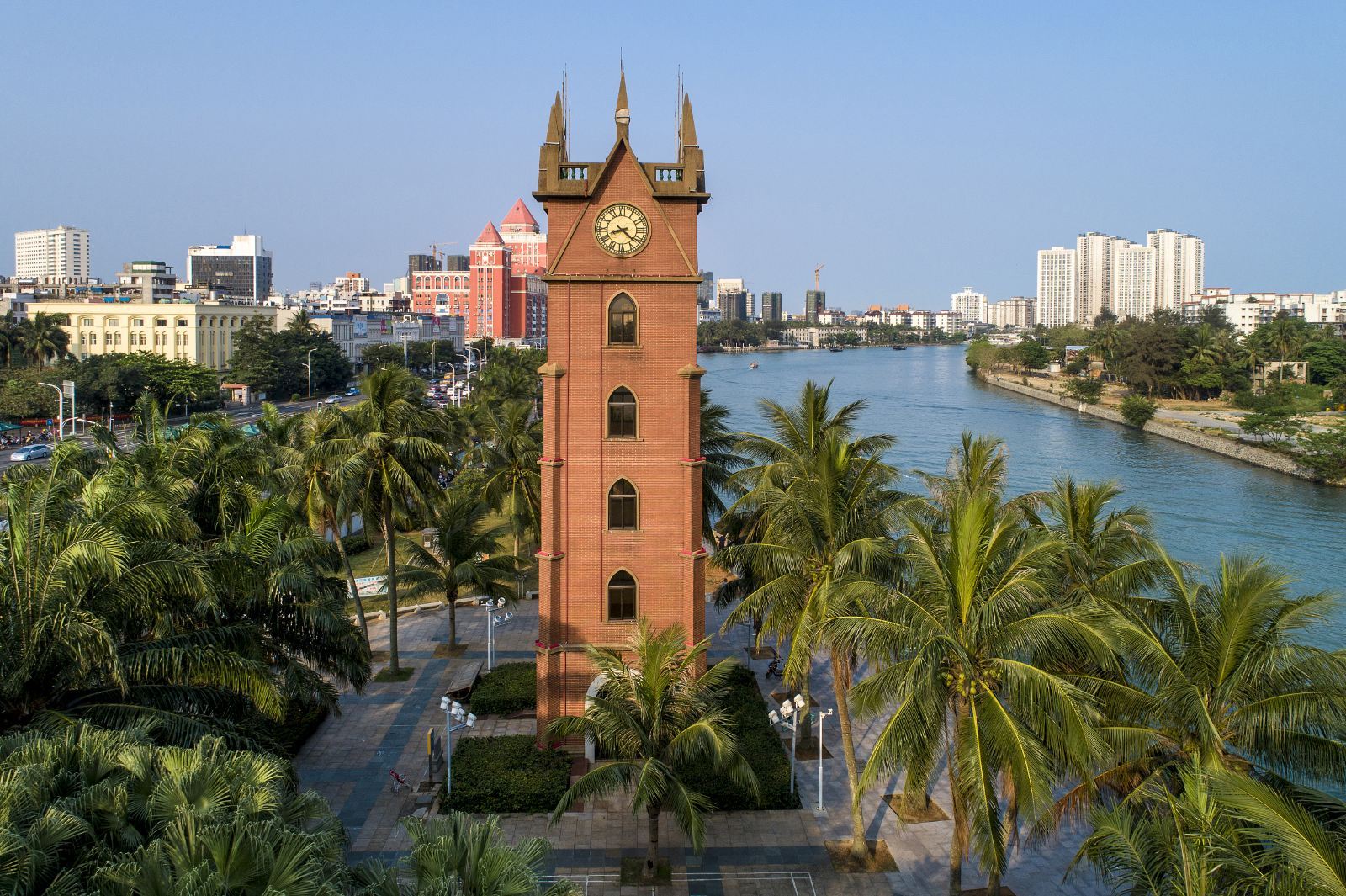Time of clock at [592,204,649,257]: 8:21
